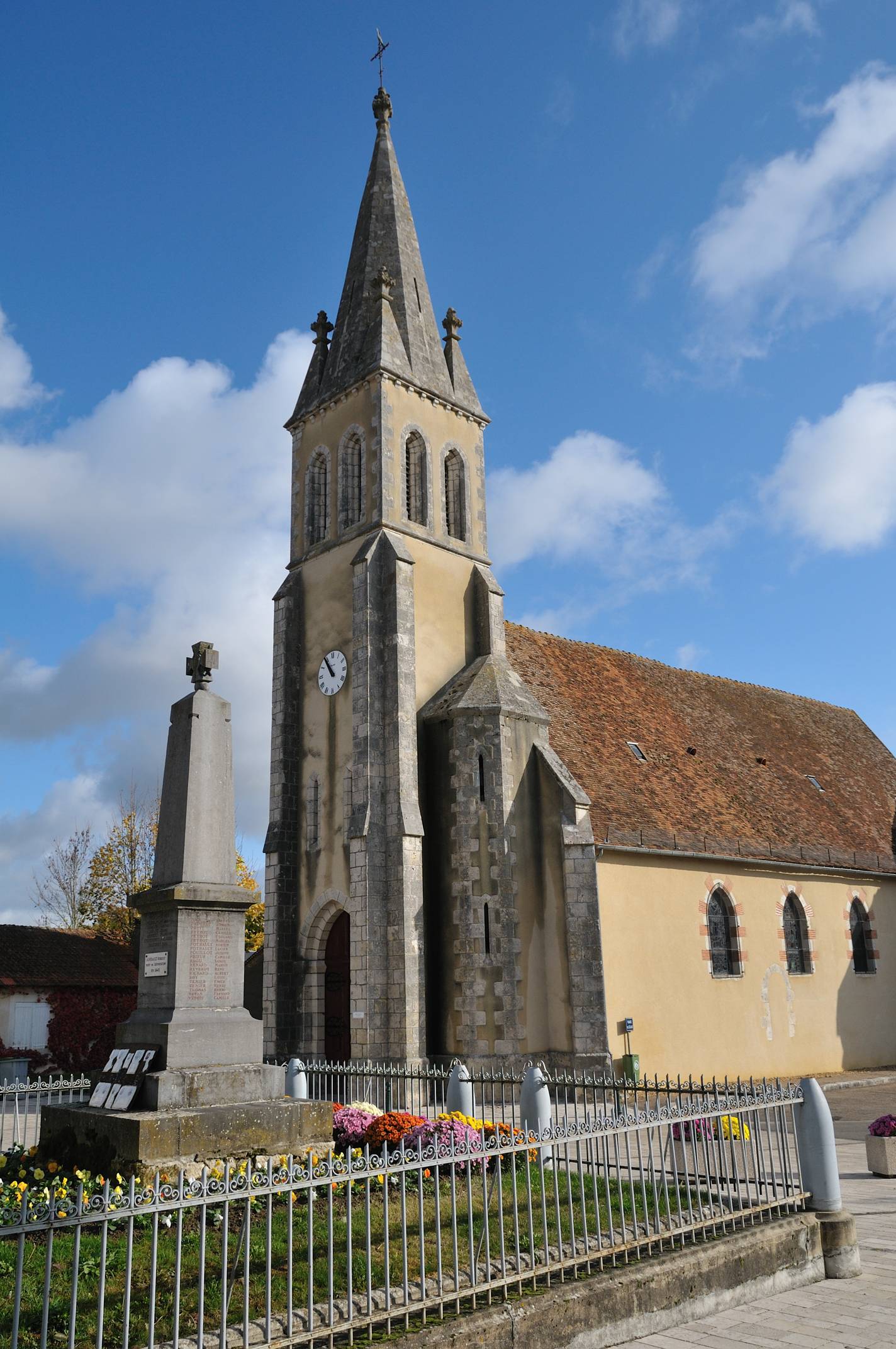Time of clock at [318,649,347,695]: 10:54
